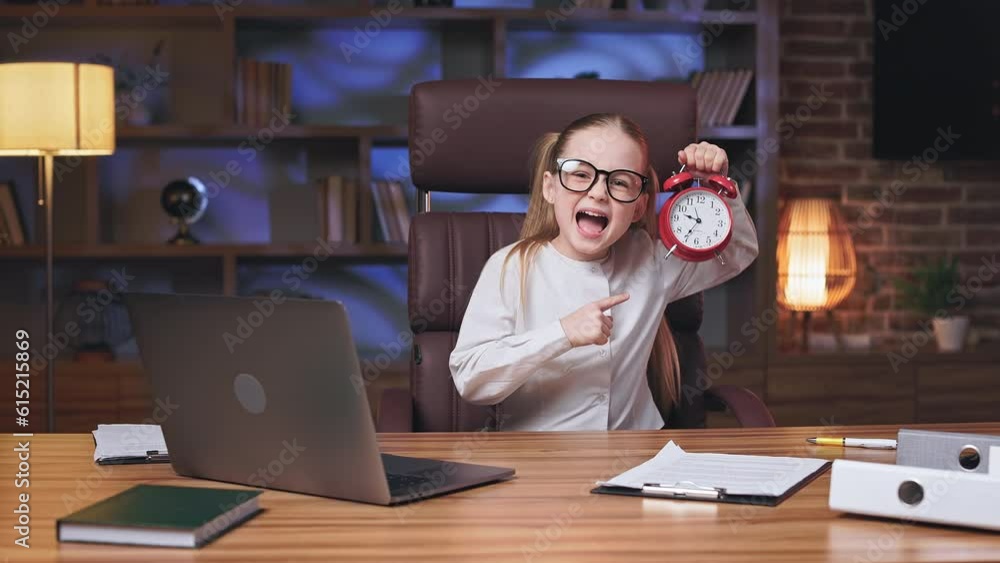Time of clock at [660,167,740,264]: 9:35
